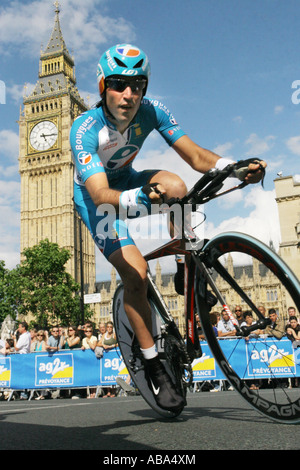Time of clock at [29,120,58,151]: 5:15
